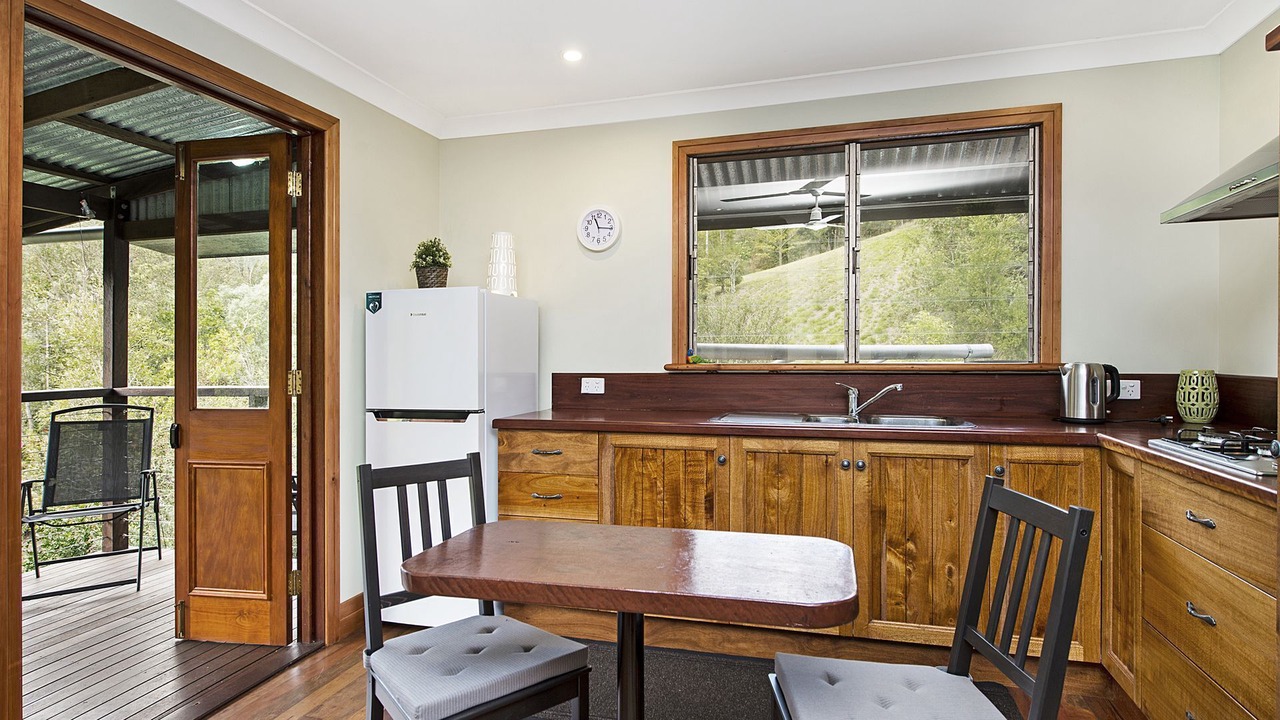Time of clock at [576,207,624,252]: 11:15
